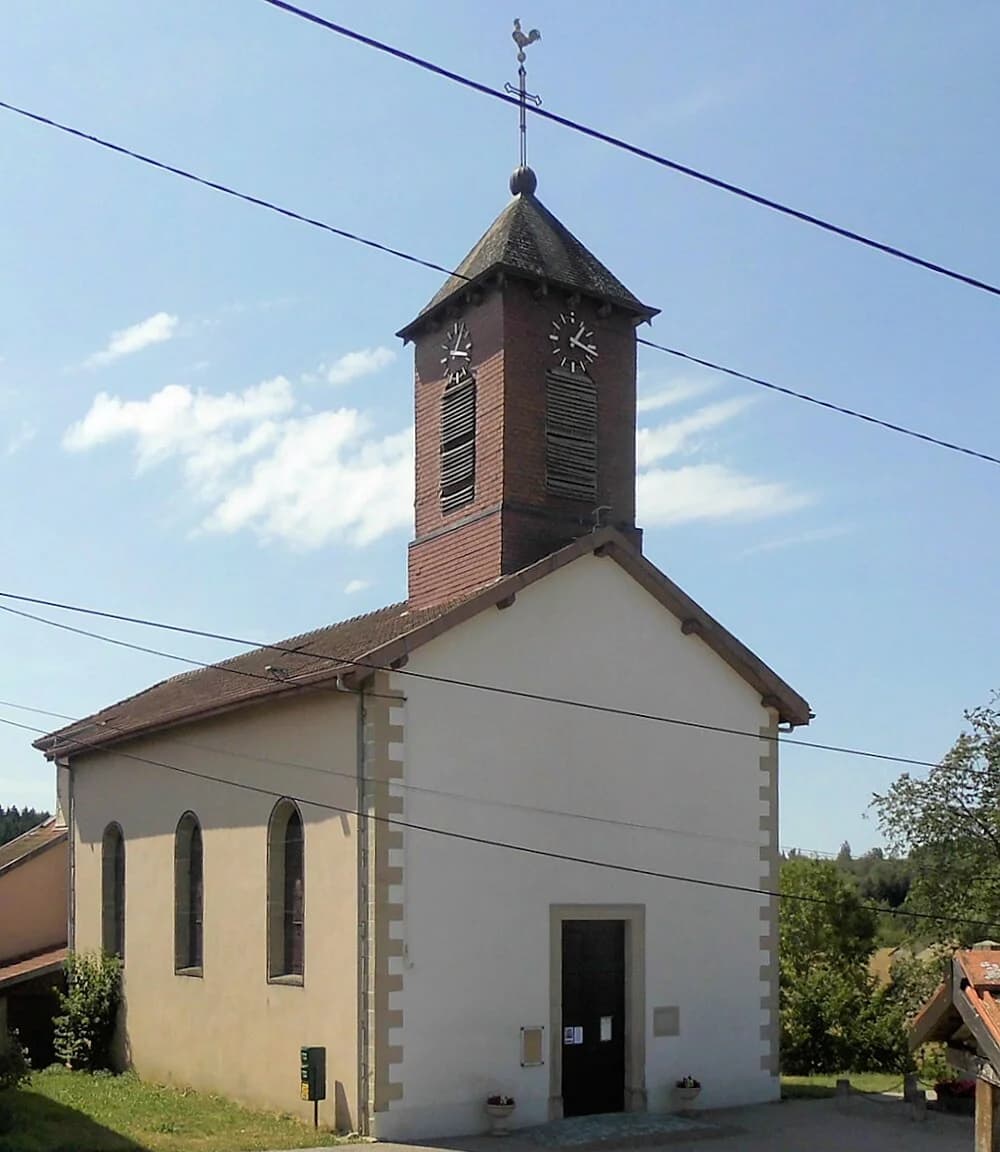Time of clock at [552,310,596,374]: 1:17
